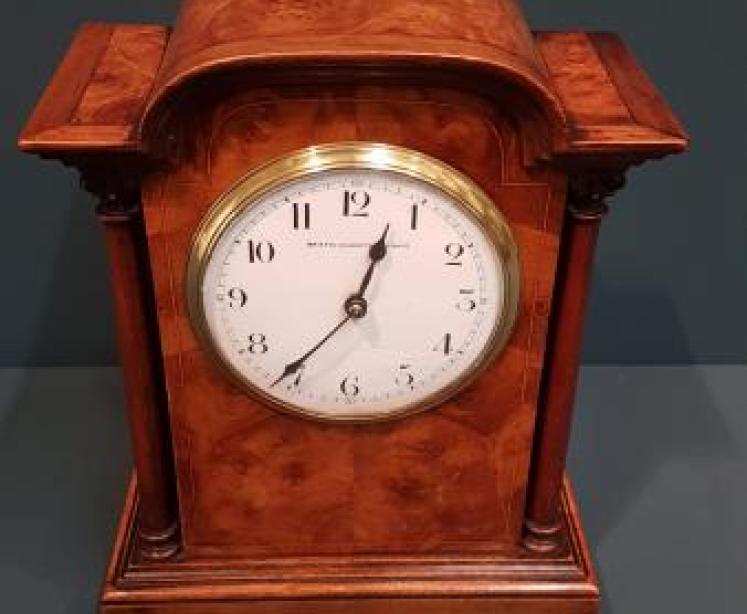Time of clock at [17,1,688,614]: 12:36
